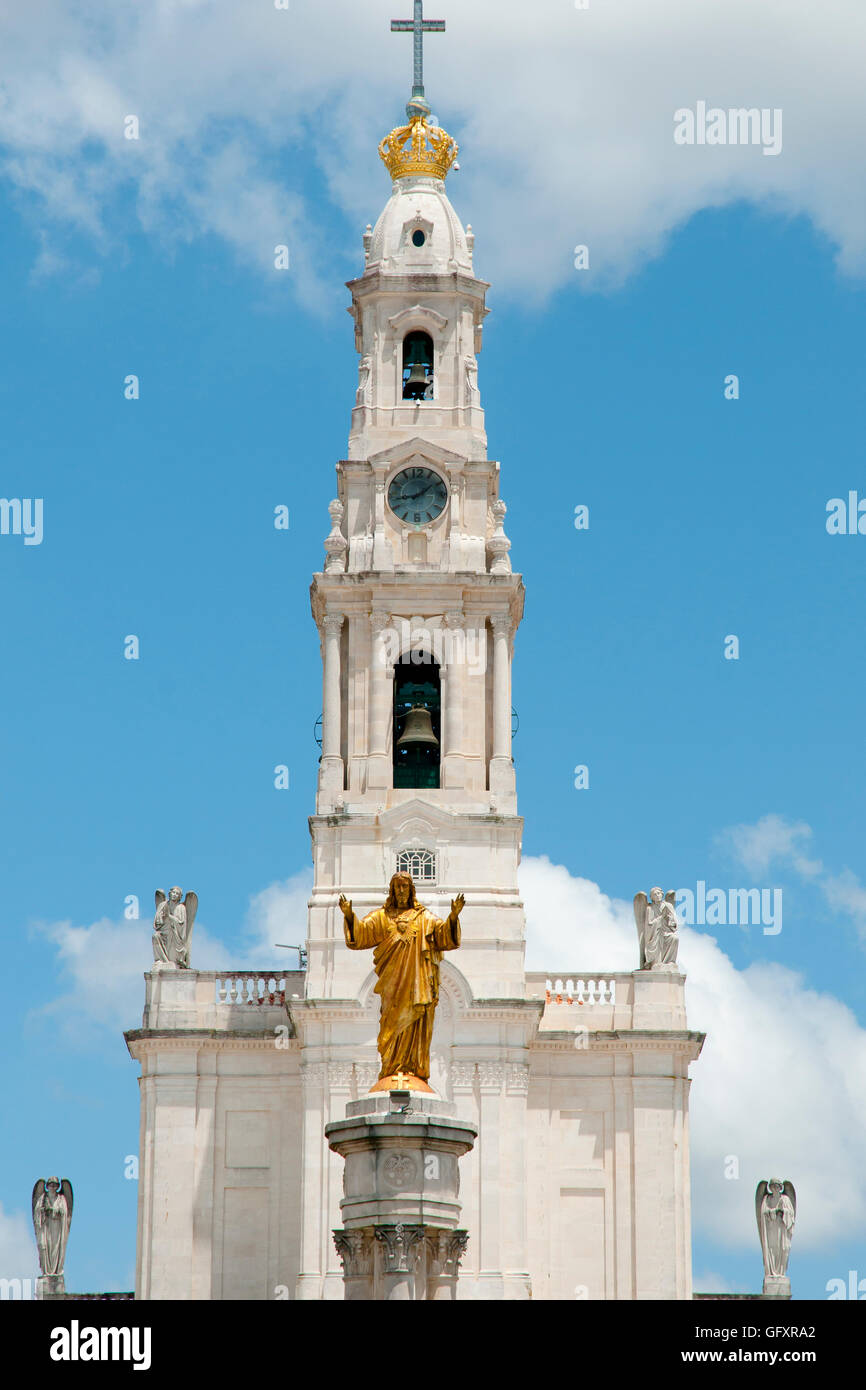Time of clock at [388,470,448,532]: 1:43
